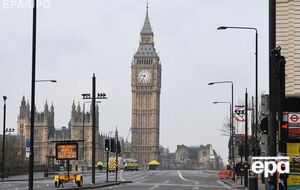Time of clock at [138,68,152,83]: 9:34
